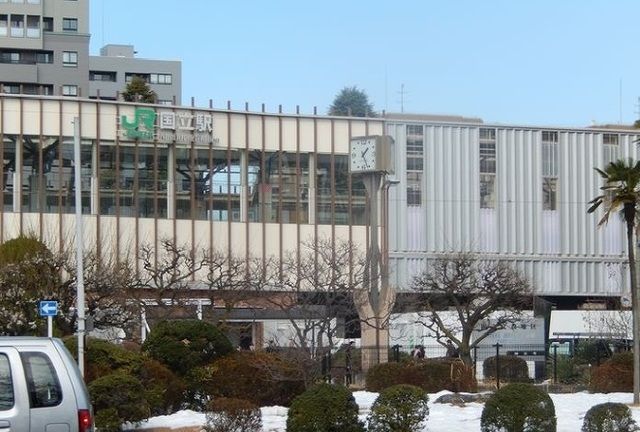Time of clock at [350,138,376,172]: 1:26
